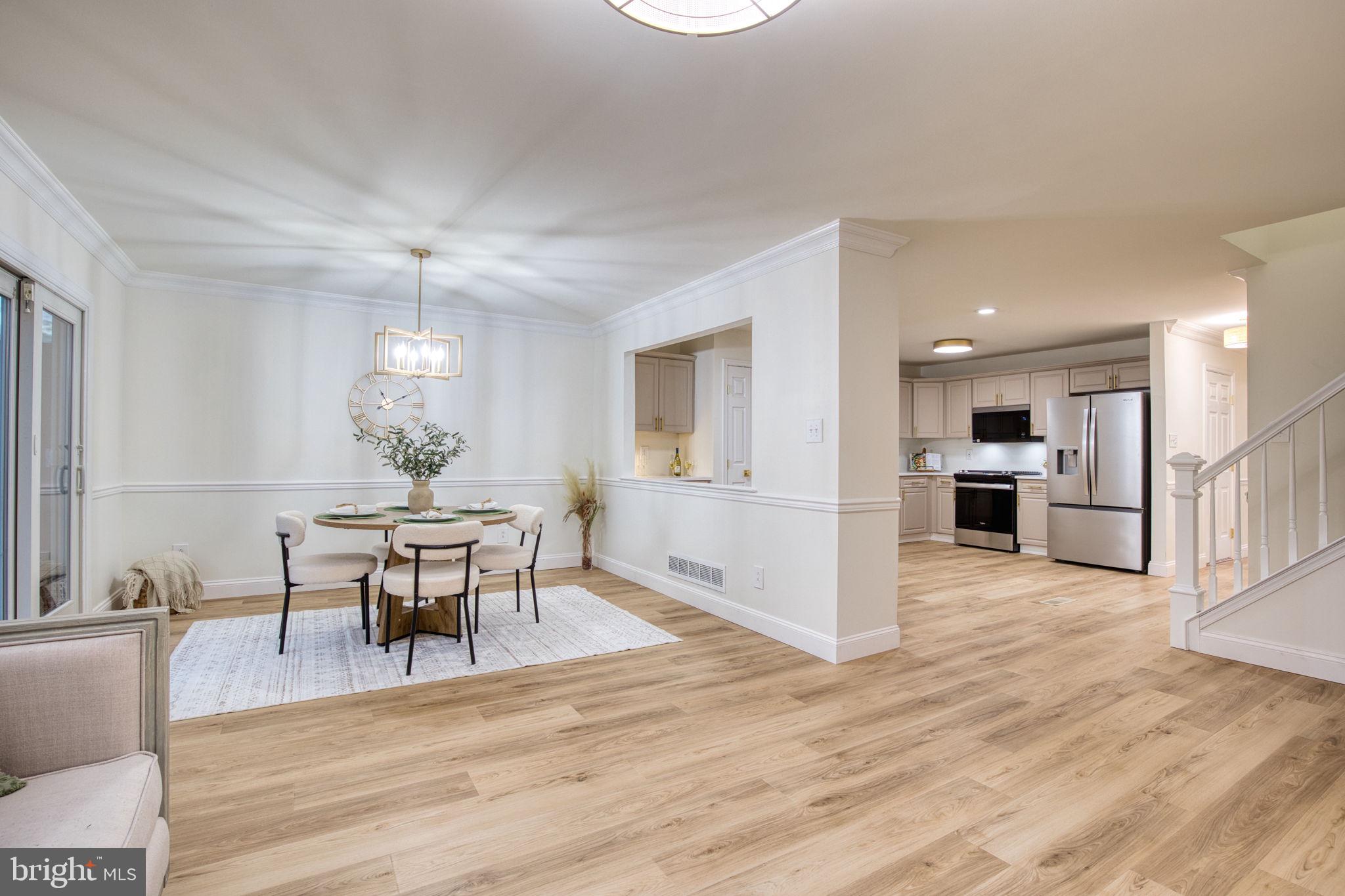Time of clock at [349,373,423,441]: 11:10
